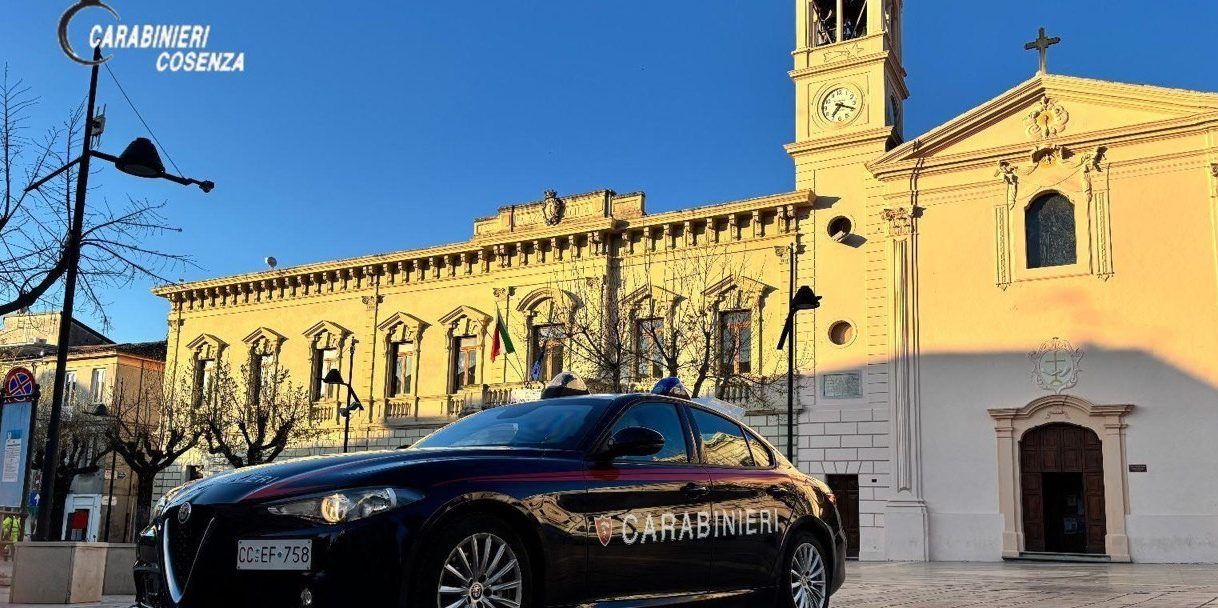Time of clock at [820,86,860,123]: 7:18
